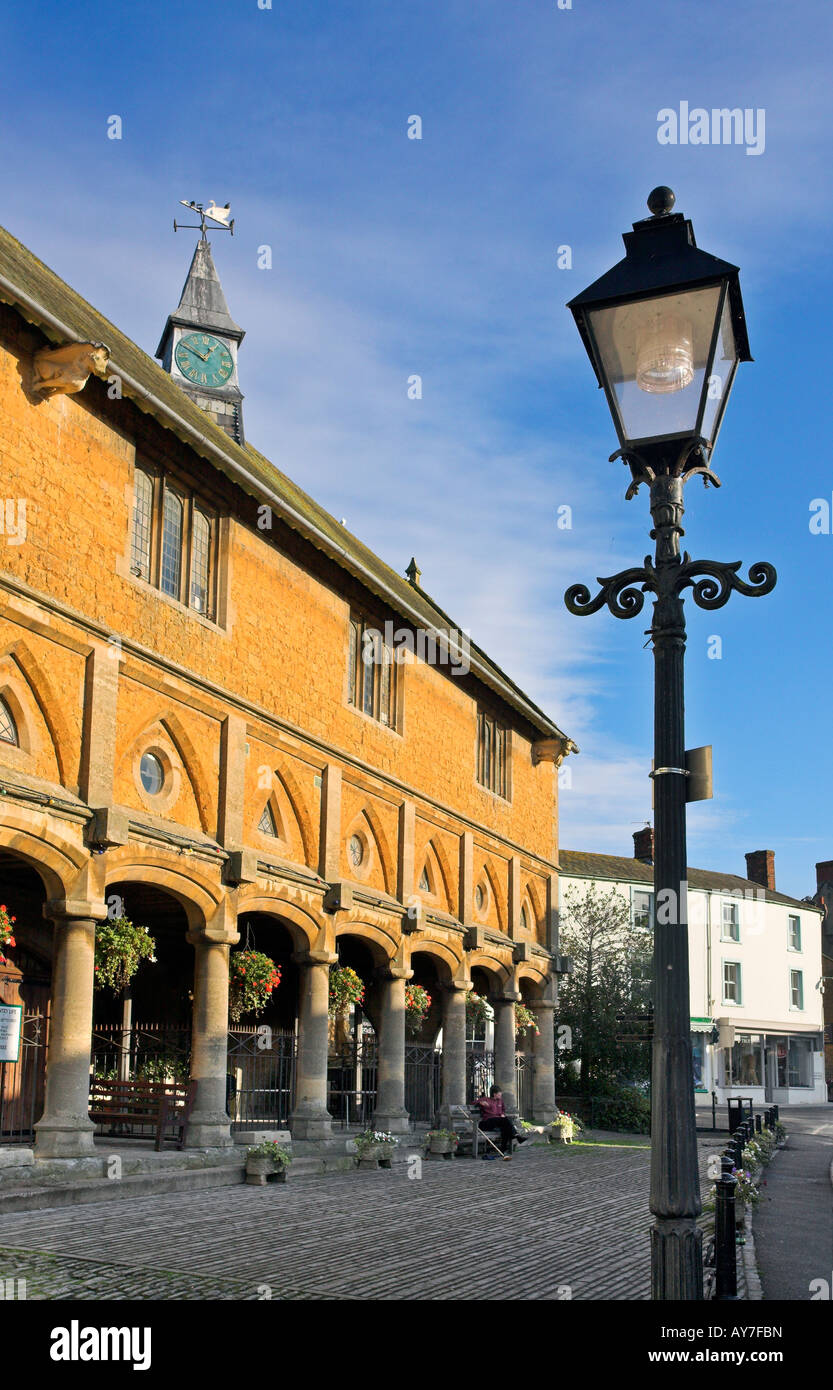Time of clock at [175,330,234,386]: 12:49
